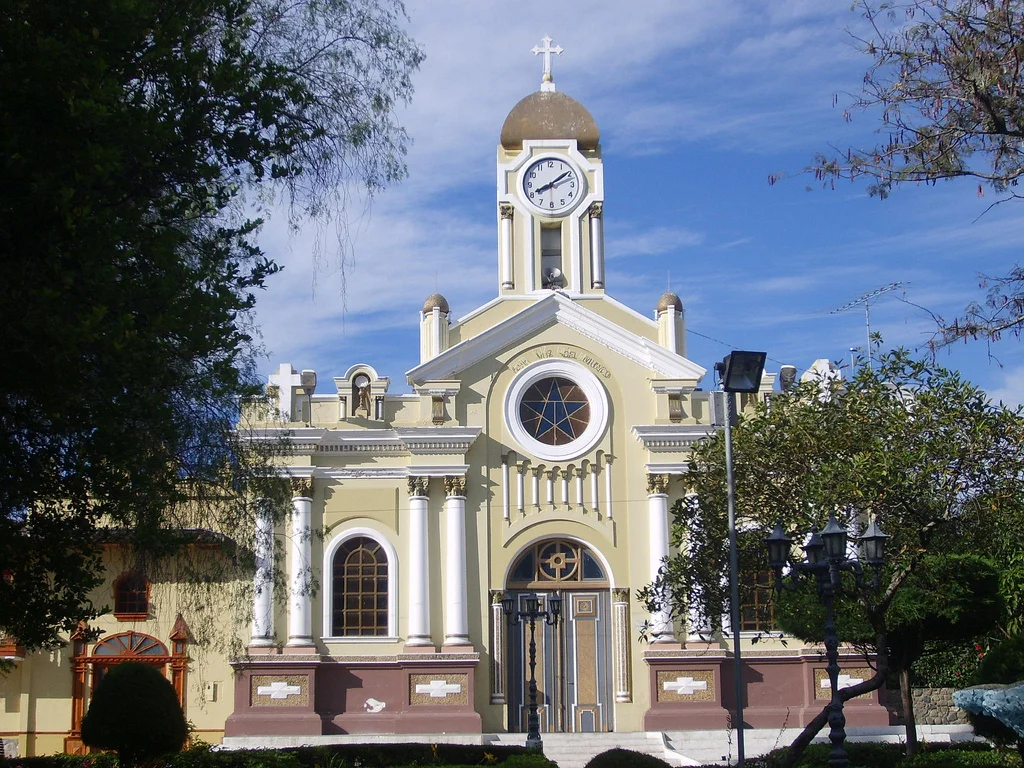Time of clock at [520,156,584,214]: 8:09
